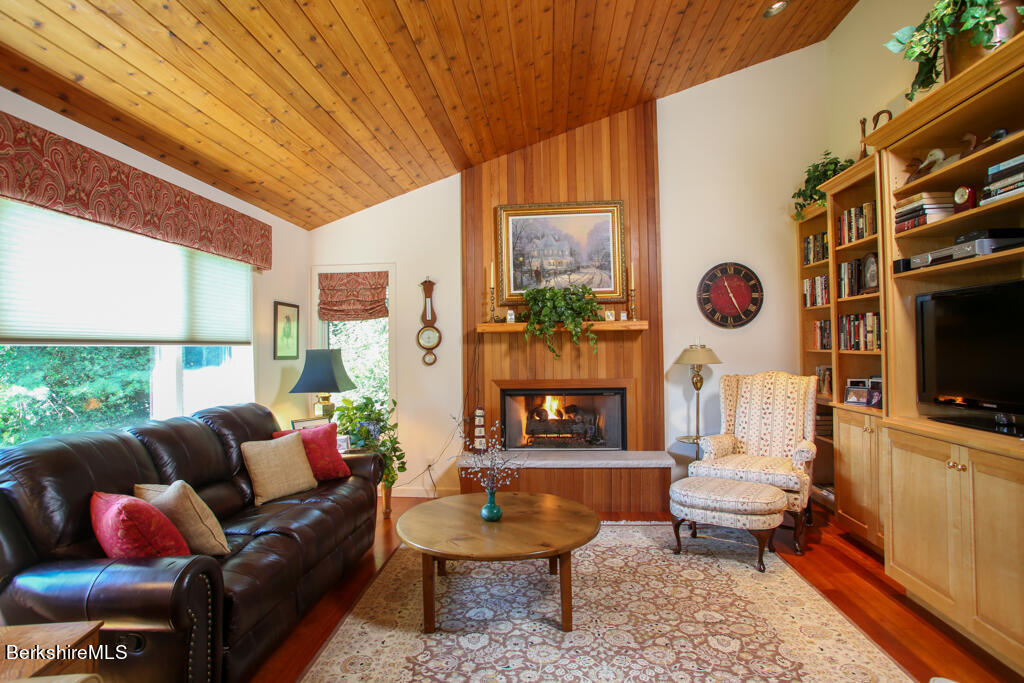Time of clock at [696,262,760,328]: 11:25
